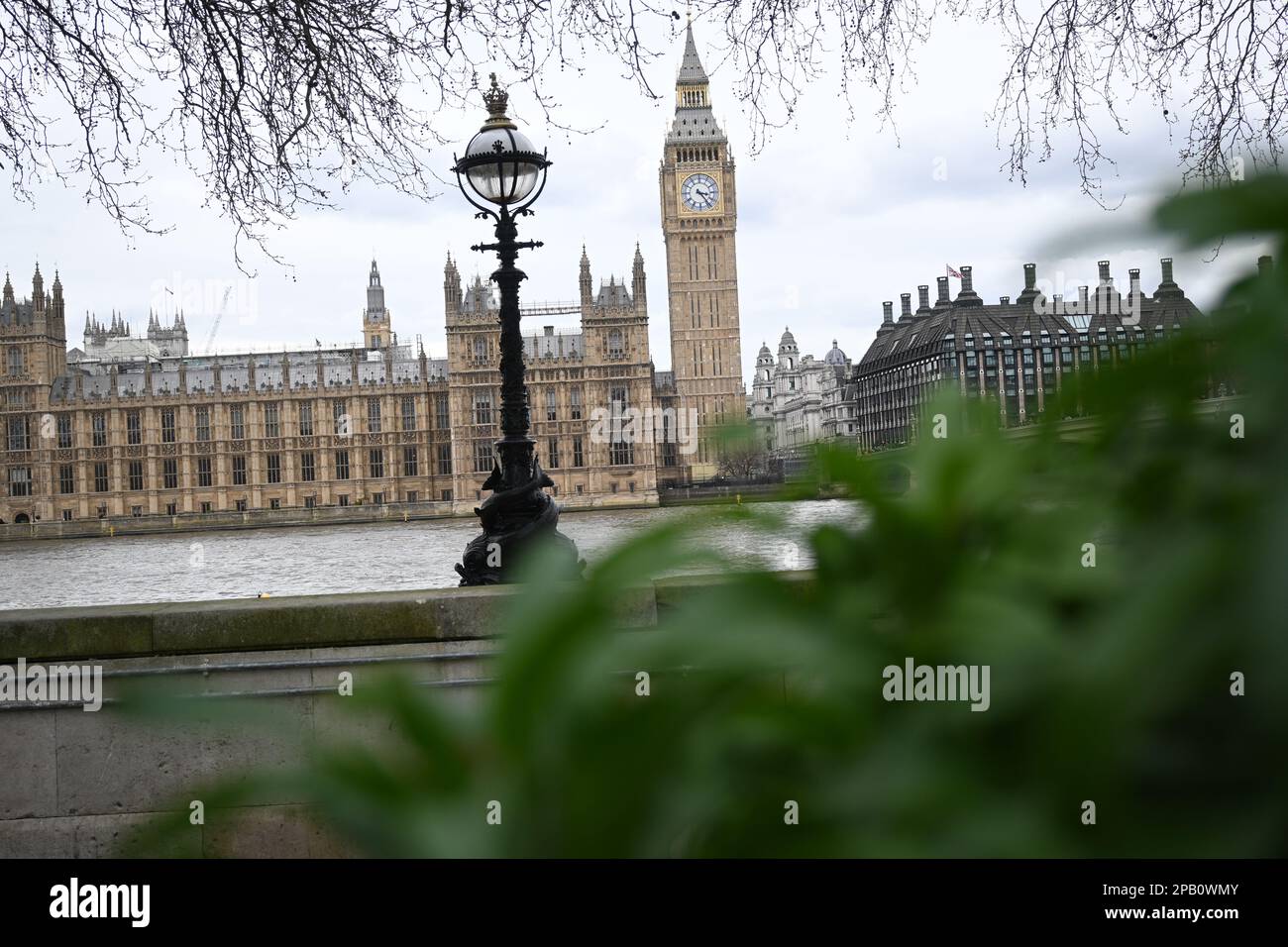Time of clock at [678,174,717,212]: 3:23
